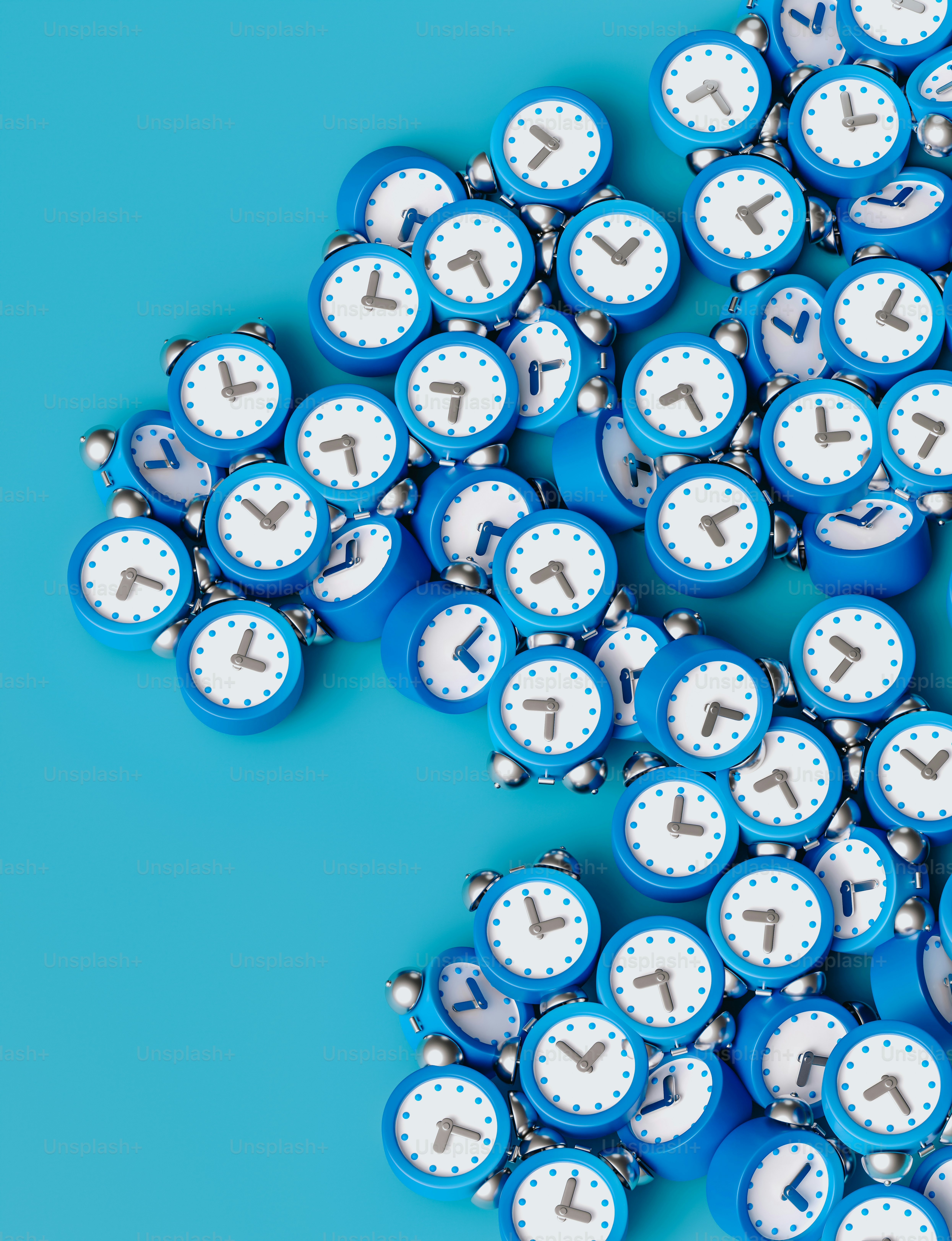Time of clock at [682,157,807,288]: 5:09
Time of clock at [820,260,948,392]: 4:04
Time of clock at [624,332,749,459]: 8:24
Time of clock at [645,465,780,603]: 5:09
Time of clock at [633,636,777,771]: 6:15
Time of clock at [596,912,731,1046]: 8:29
